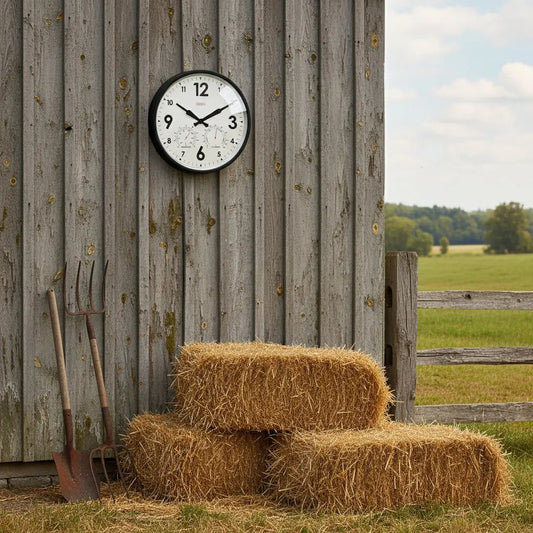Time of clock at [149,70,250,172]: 10:10
